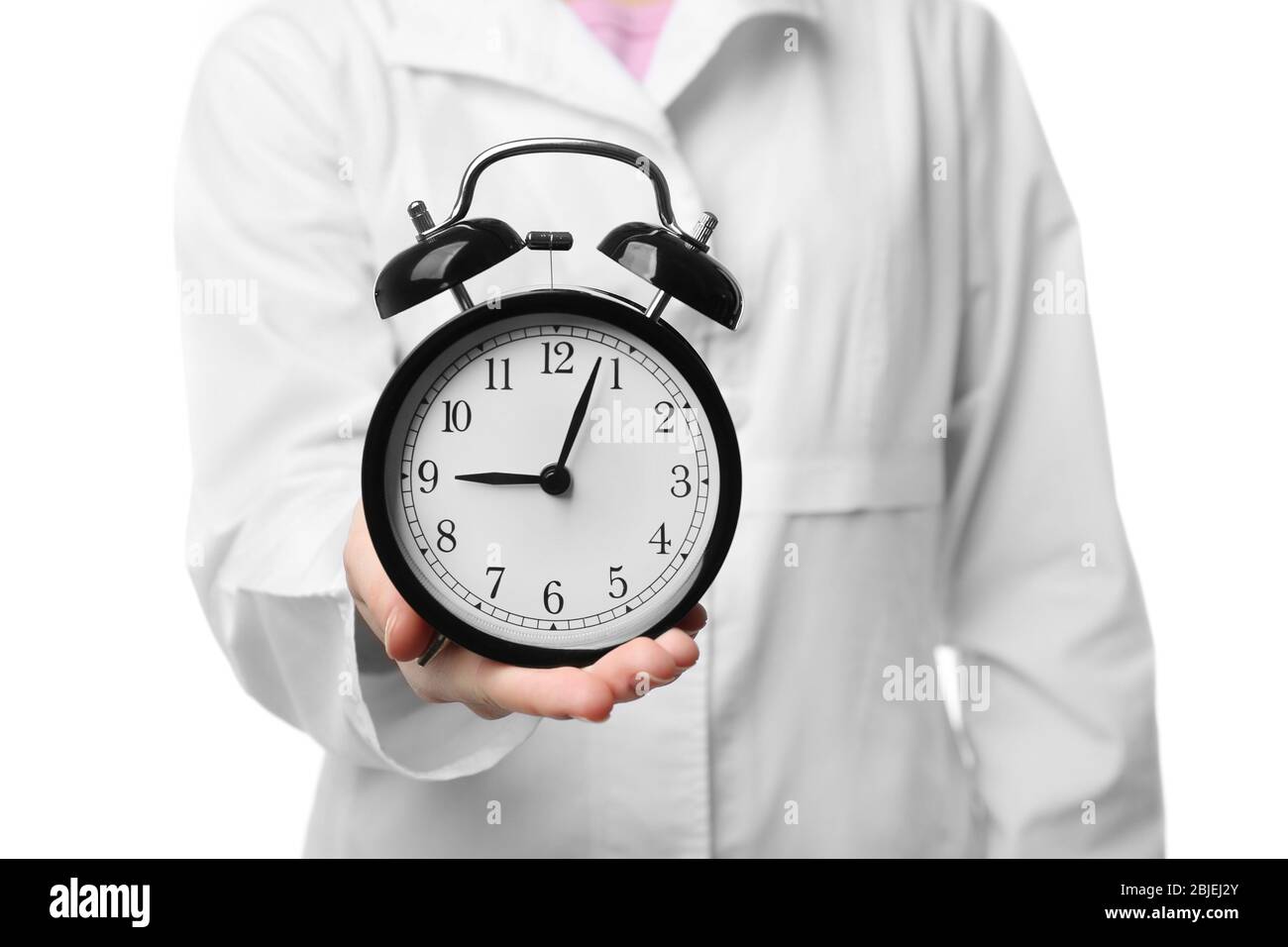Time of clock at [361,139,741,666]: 9:03
